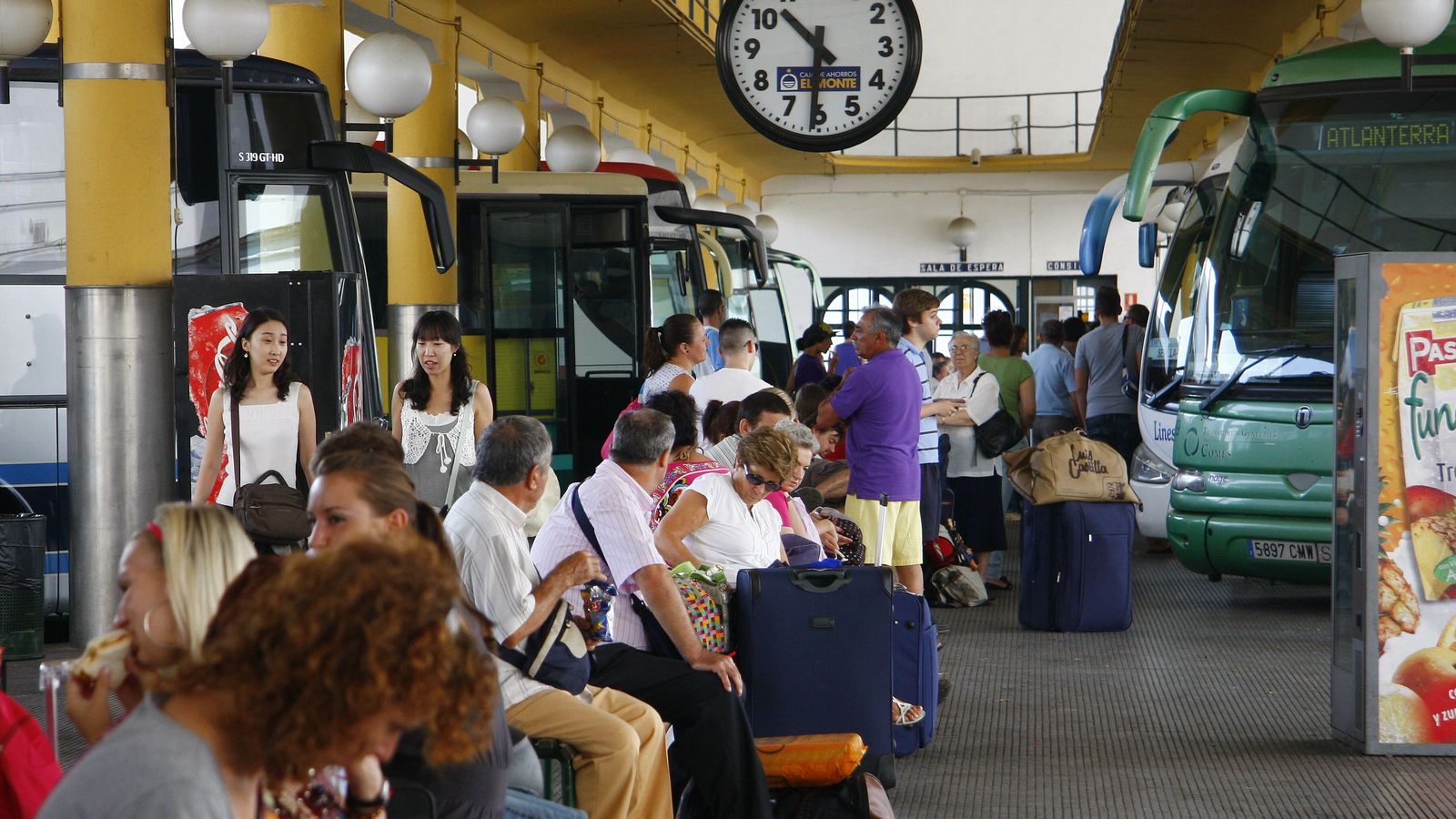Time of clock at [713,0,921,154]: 10:30
